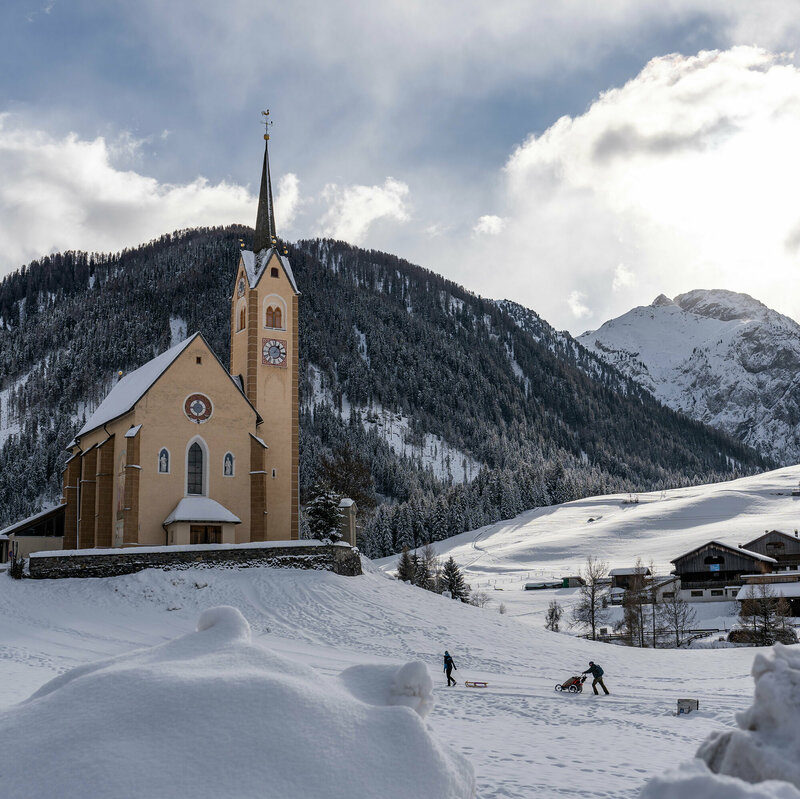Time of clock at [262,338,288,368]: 1:16
